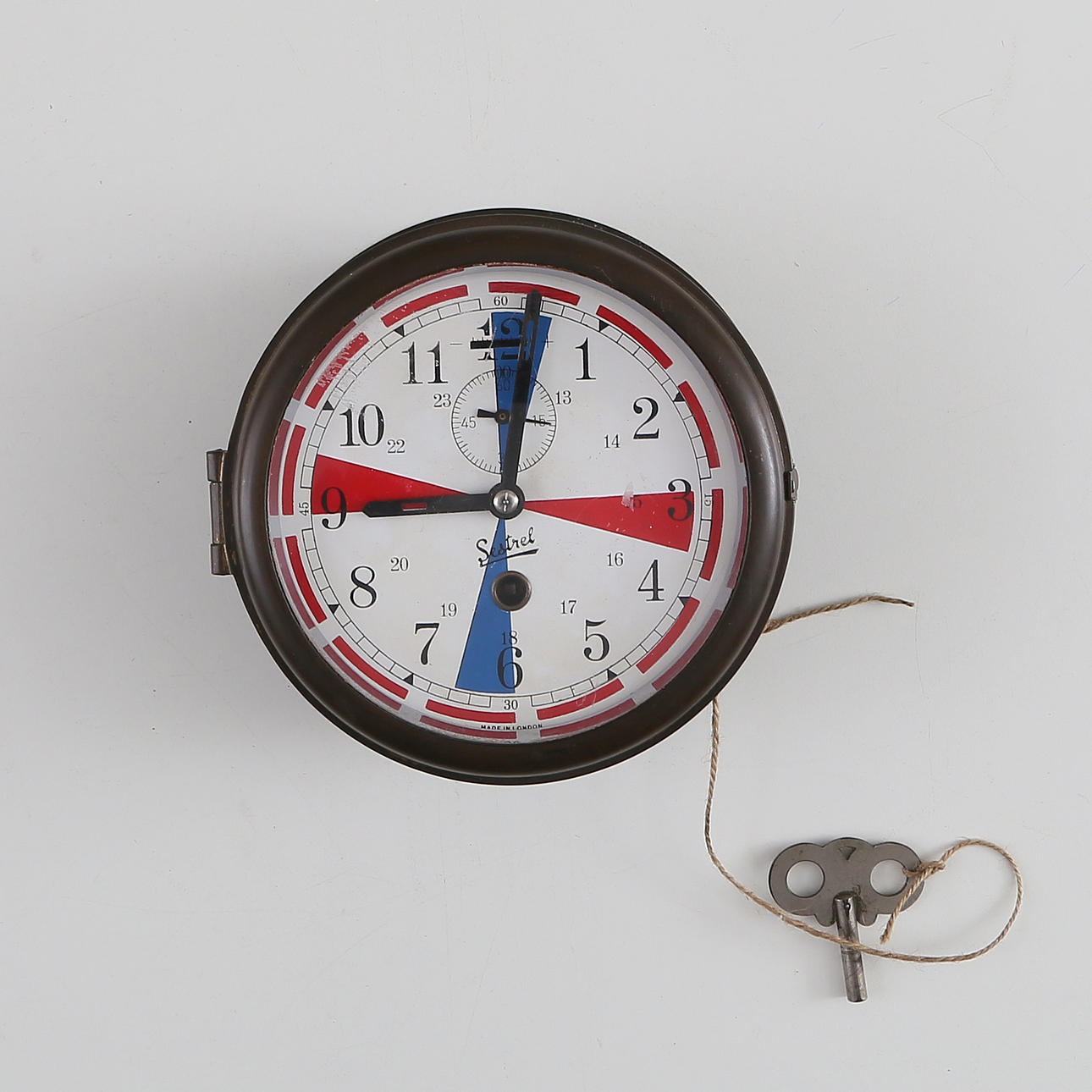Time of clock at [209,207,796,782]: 9:01
